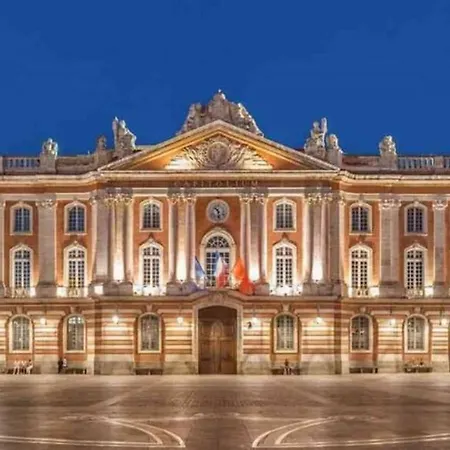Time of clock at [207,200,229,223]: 10:28
